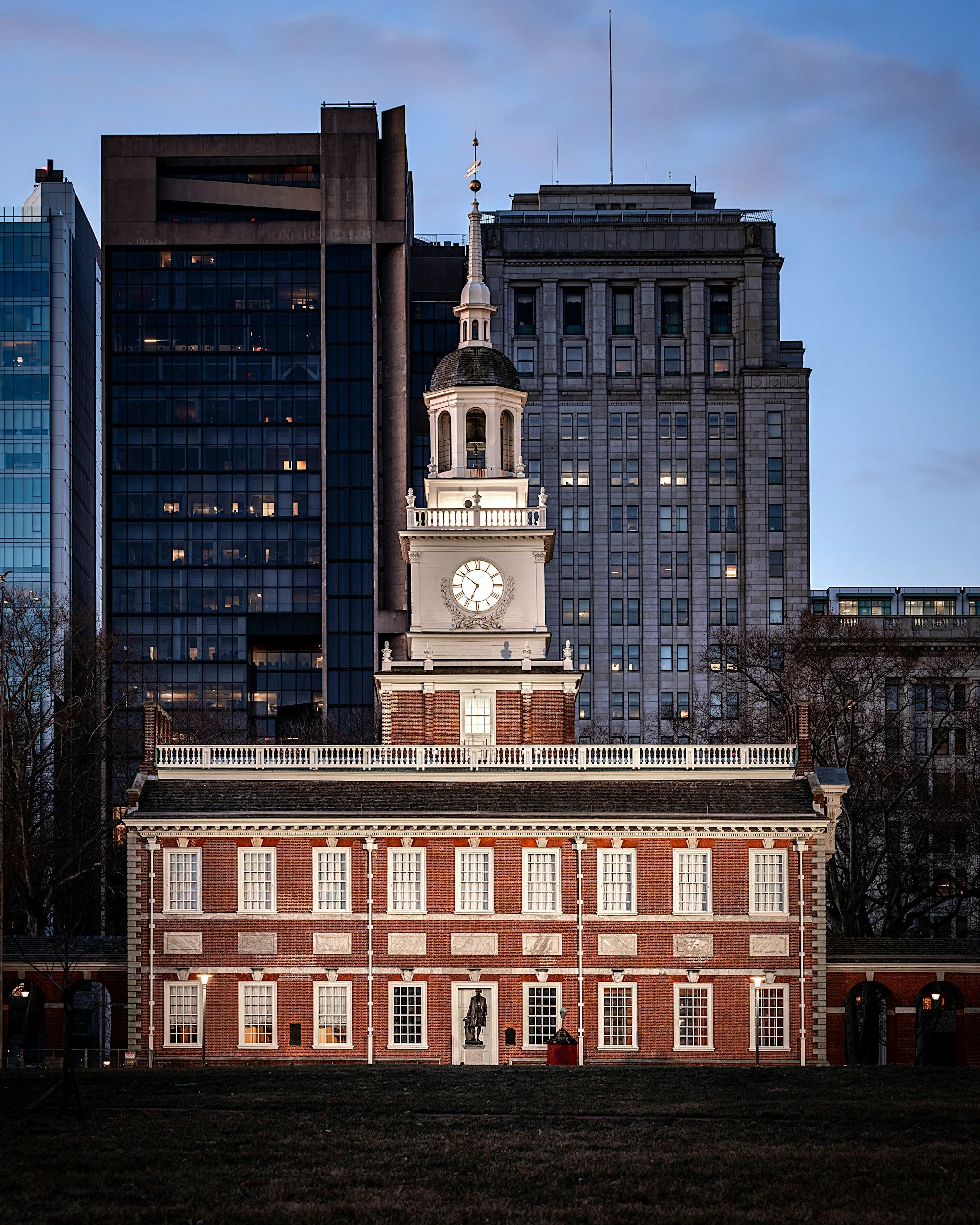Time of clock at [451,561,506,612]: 6:51
